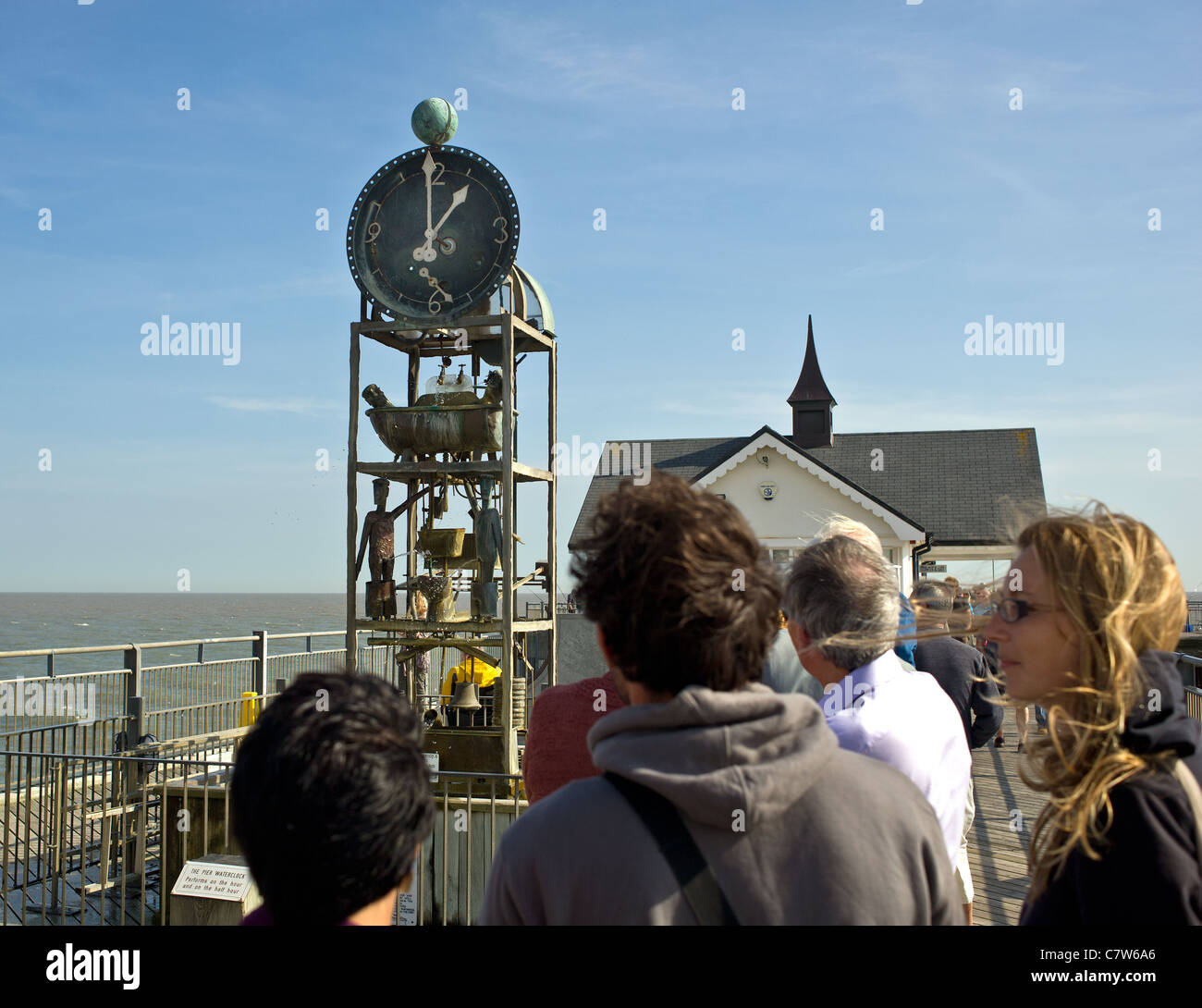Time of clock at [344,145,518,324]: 12:59
